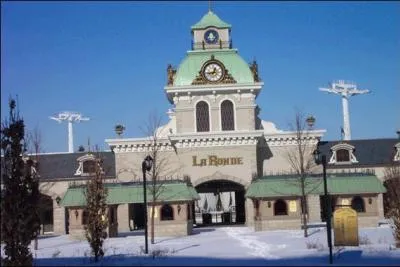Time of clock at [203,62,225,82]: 12:43
